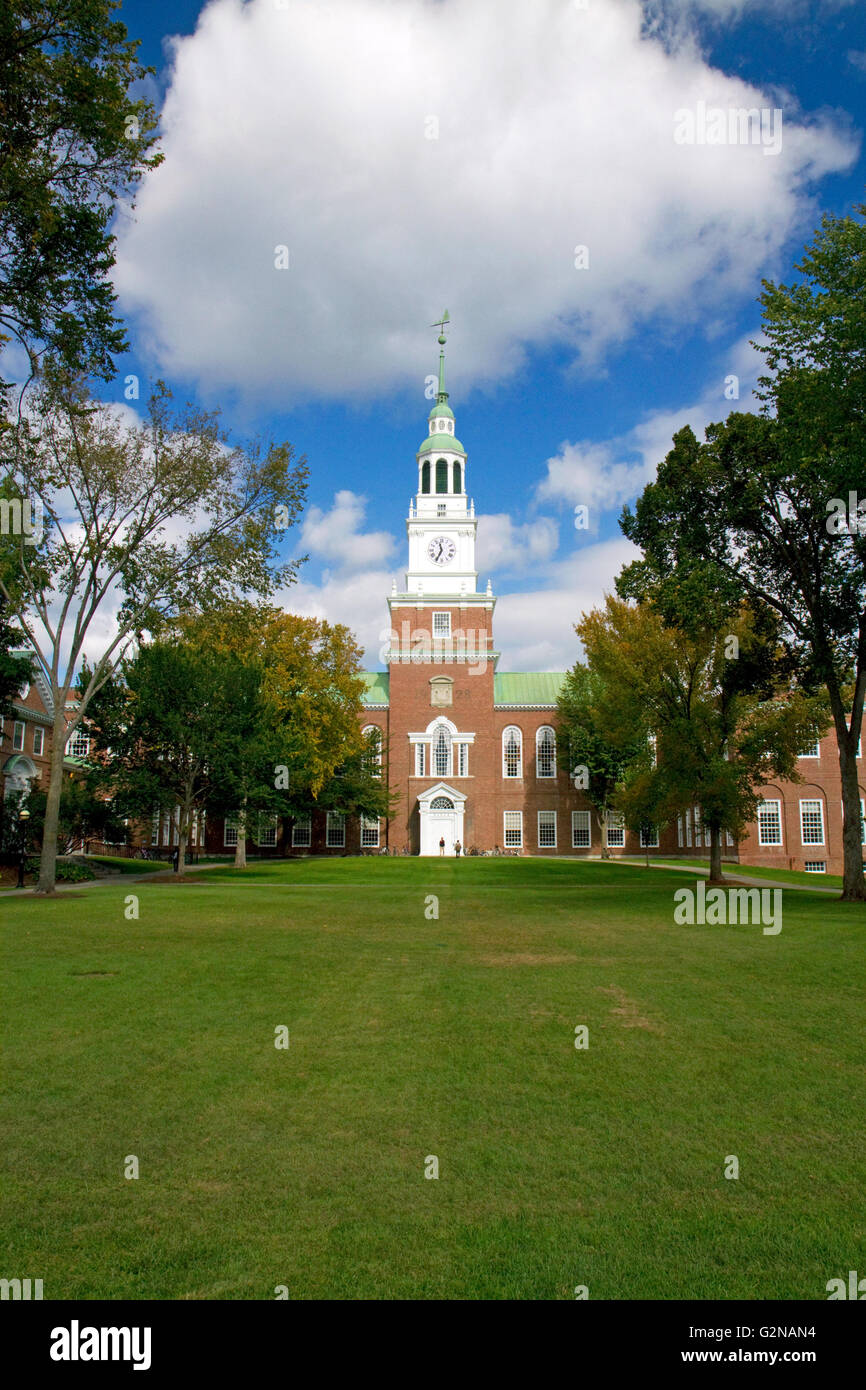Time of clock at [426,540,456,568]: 11:34
